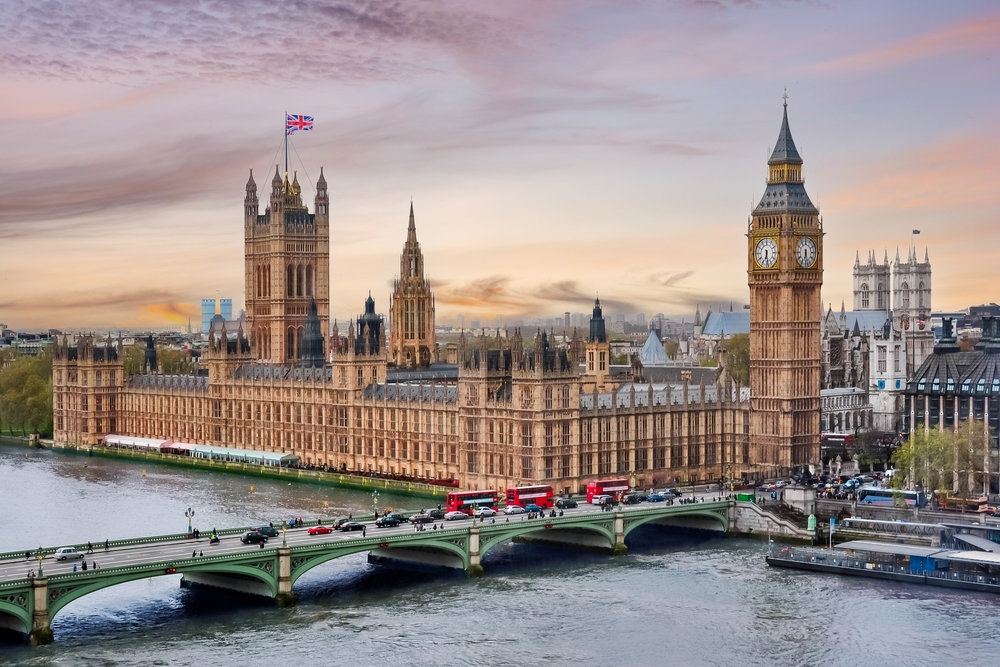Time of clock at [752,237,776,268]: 6:28
